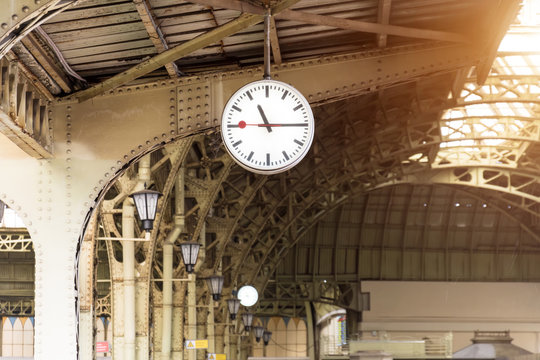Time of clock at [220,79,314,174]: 11:14
